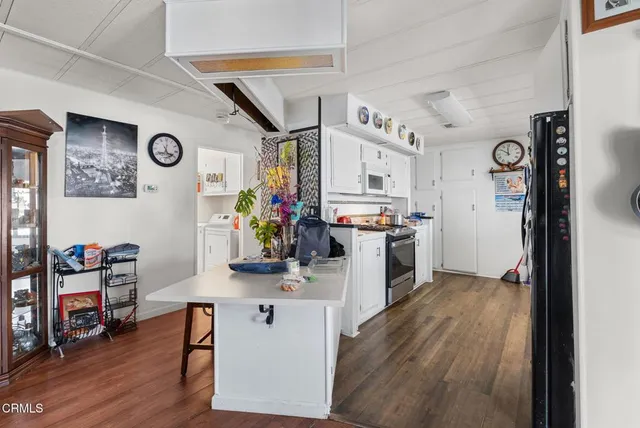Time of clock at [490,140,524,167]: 11:50
